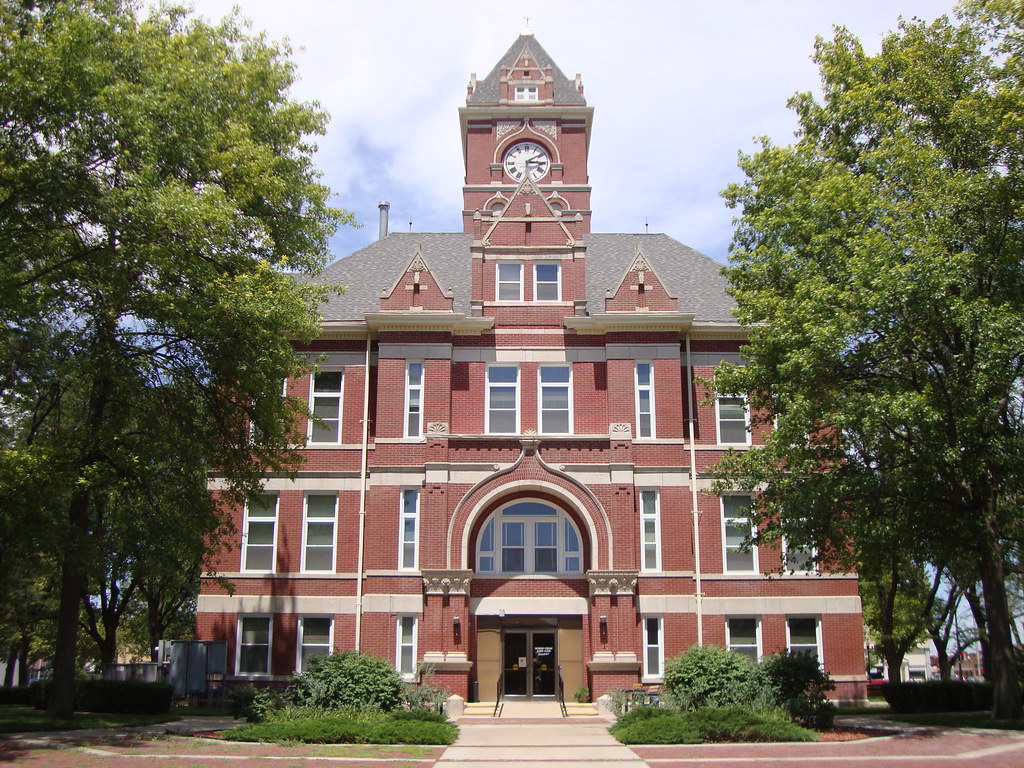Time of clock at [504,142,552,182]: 3:09
